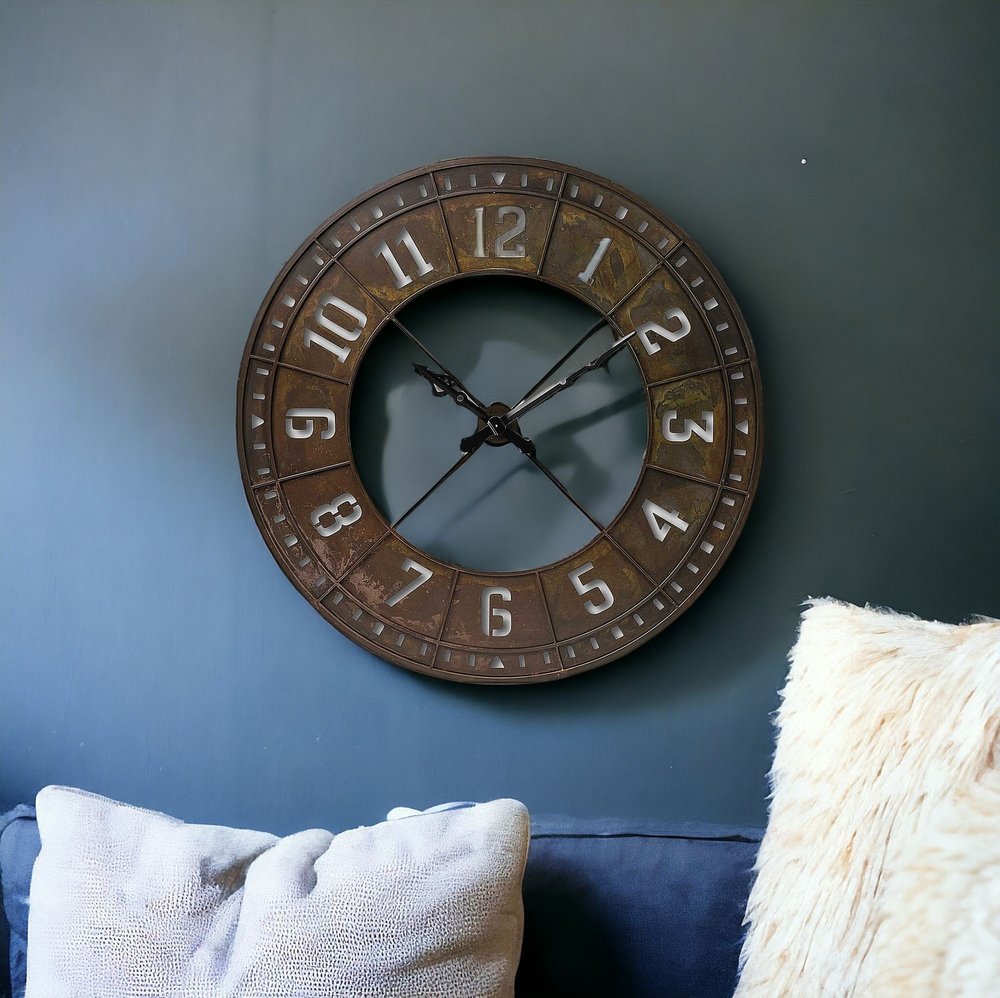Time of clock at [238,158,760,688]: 1:51
